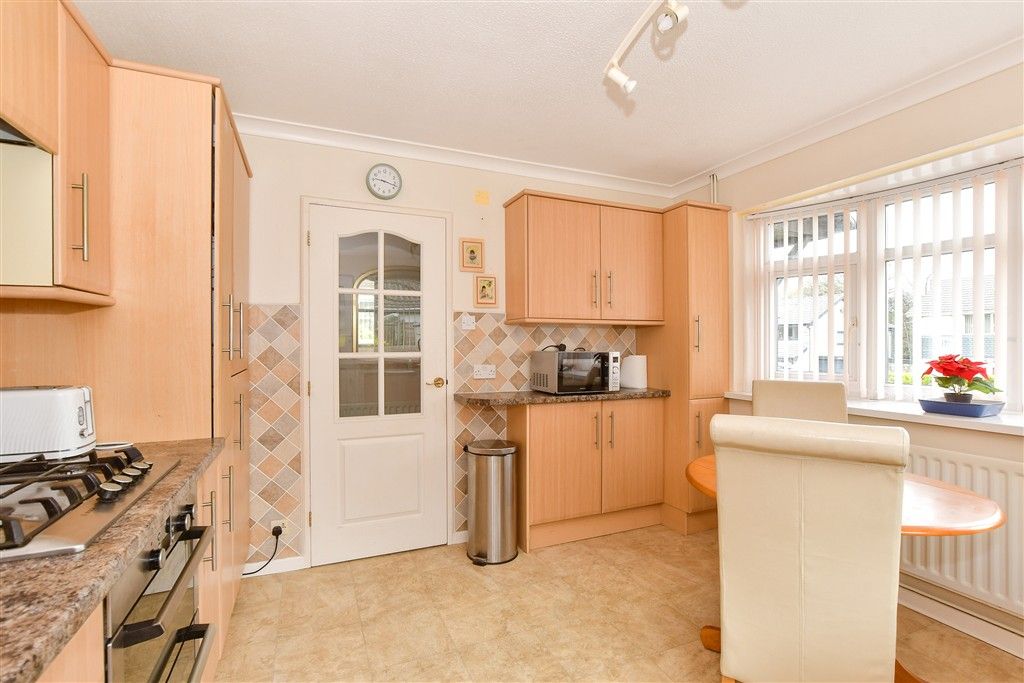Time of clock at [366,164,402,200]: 9:17
